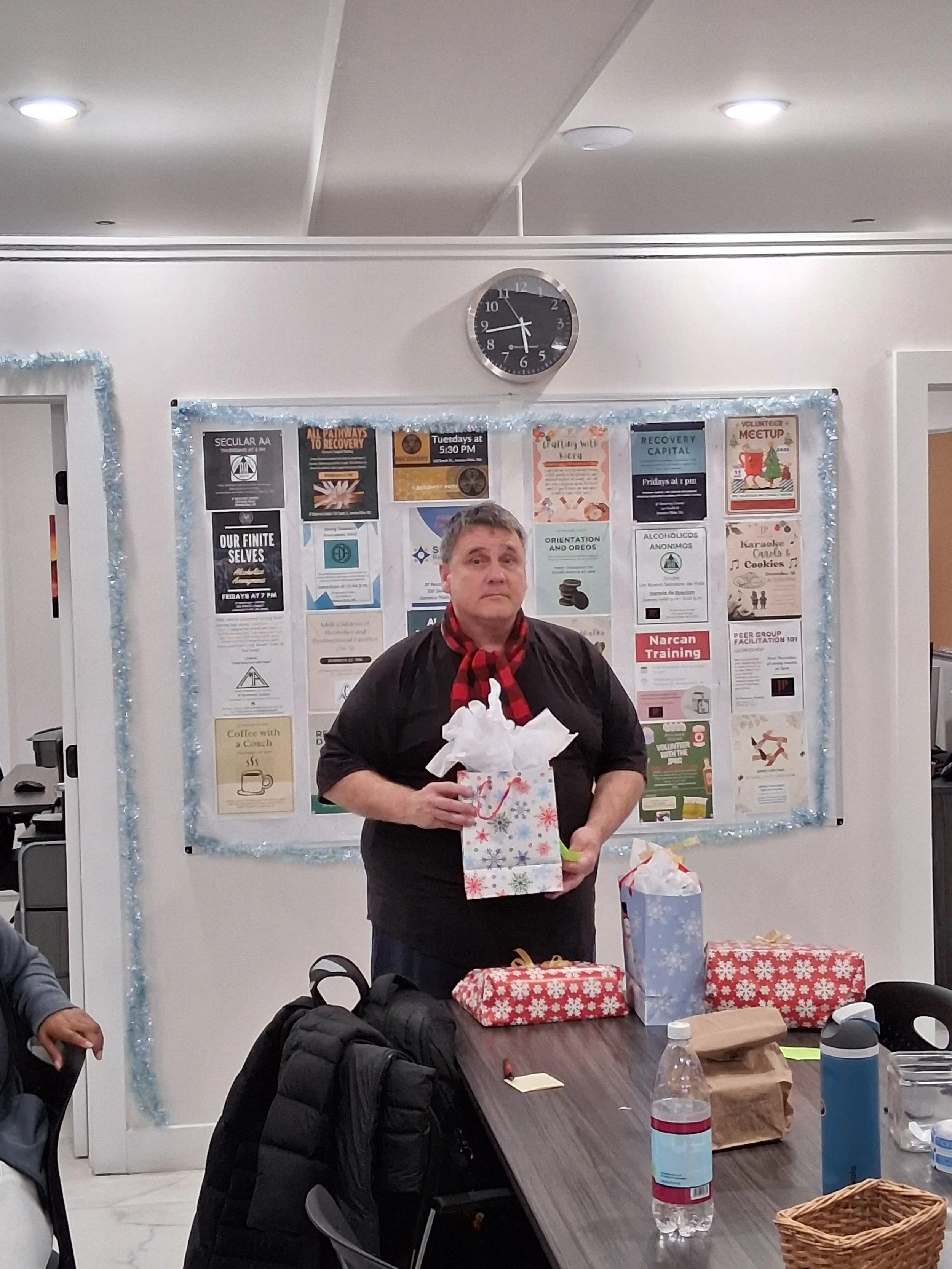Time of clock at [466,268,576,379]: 5:43
